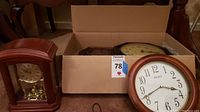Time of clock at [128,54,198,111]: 3:41
